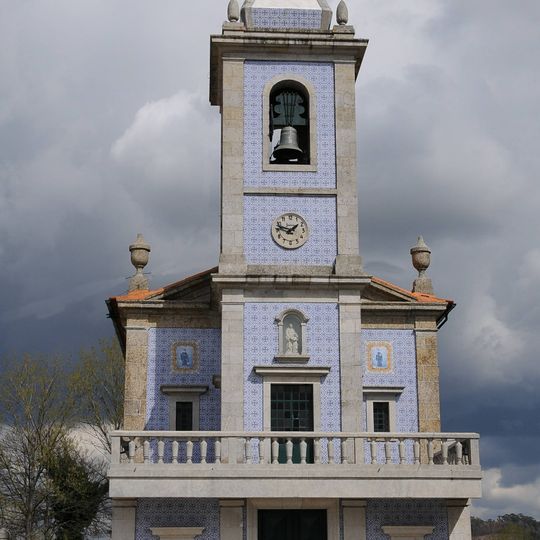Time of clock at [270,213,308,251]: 1:47
